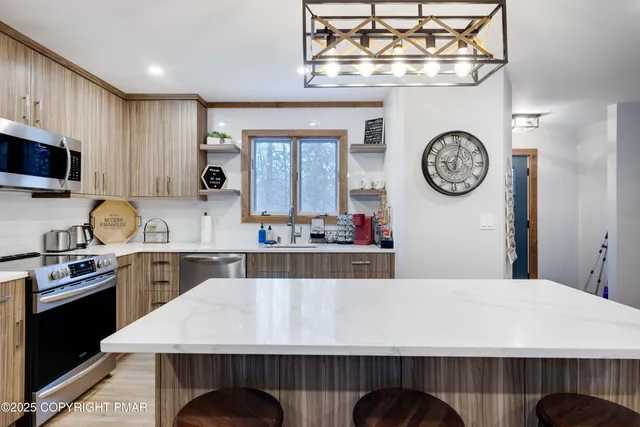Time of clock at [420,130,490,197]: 9:02
